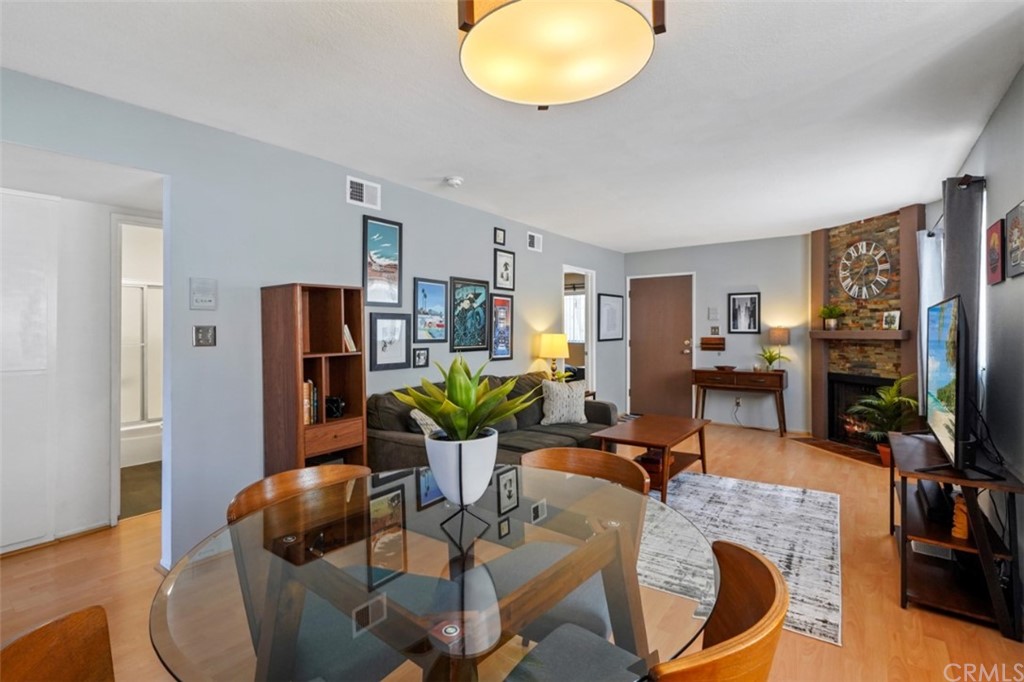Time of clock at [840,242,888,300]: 2:36
